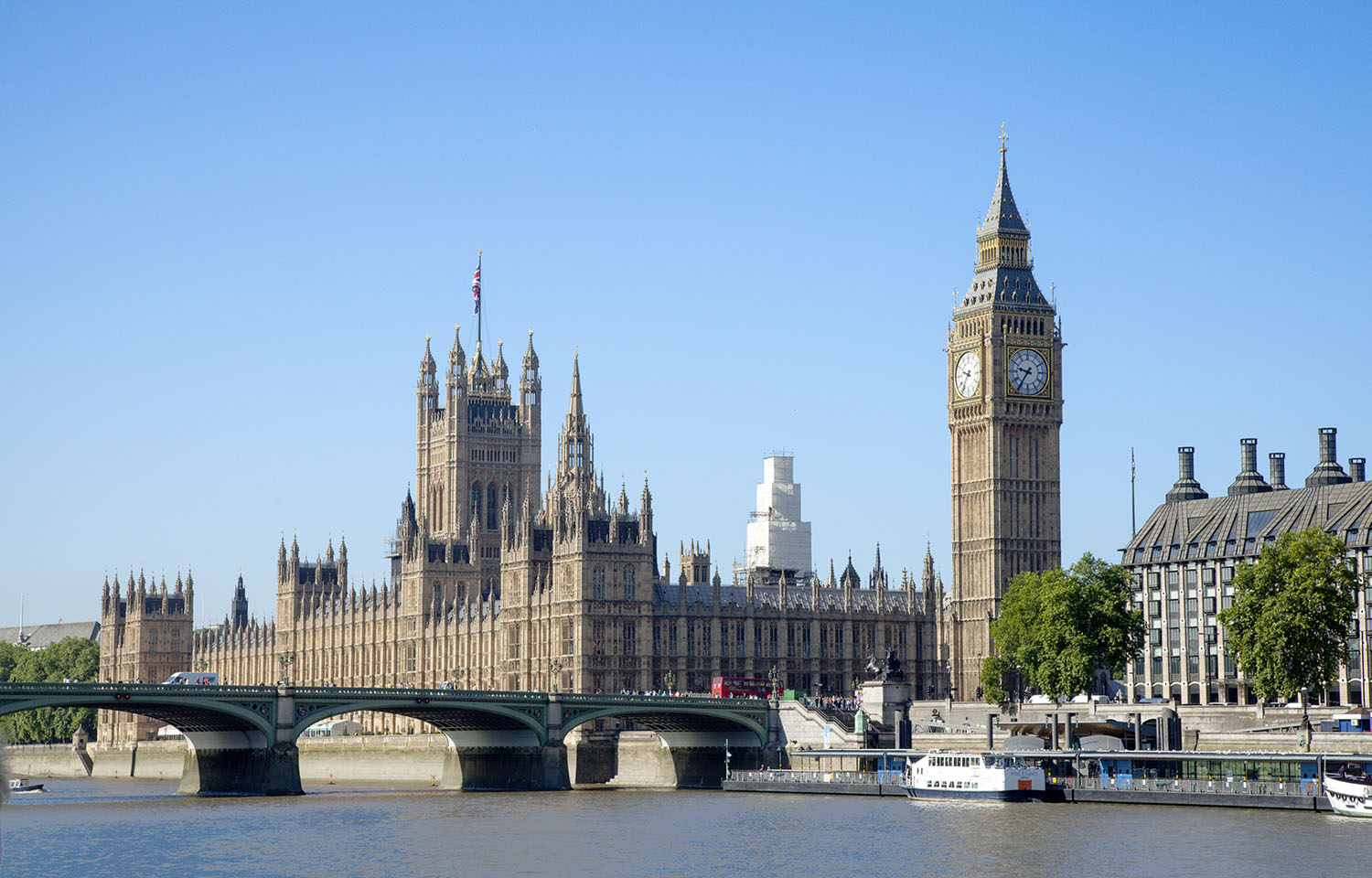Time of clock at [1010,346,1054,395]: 9:36
